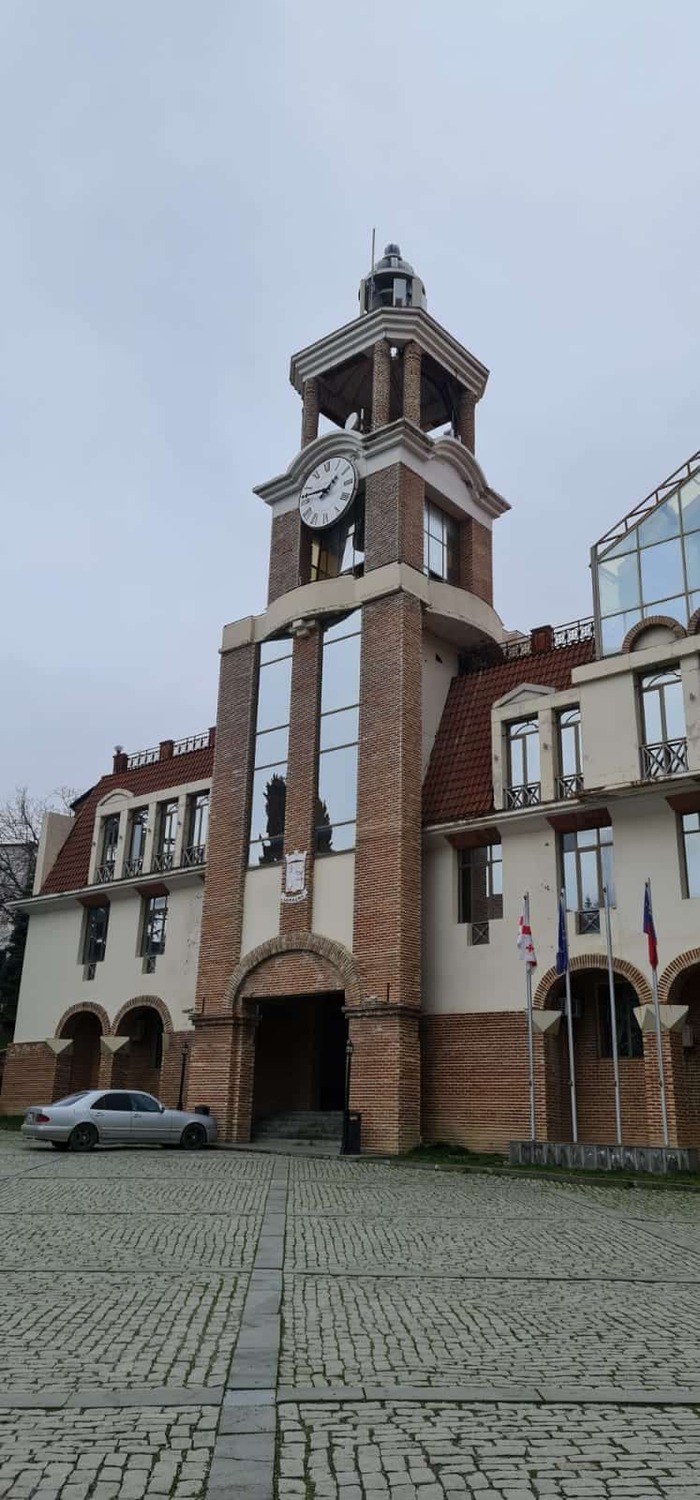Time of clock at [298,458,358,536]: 1:46
